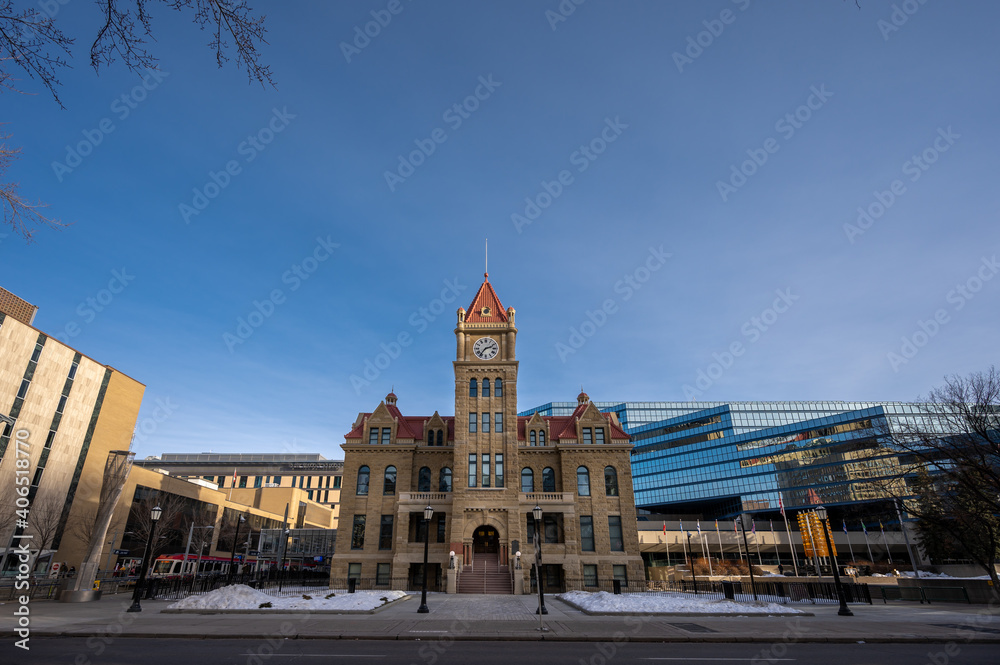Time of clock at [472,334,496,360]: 2:36
